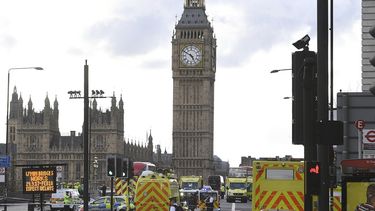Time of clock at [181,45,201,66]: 4:50
